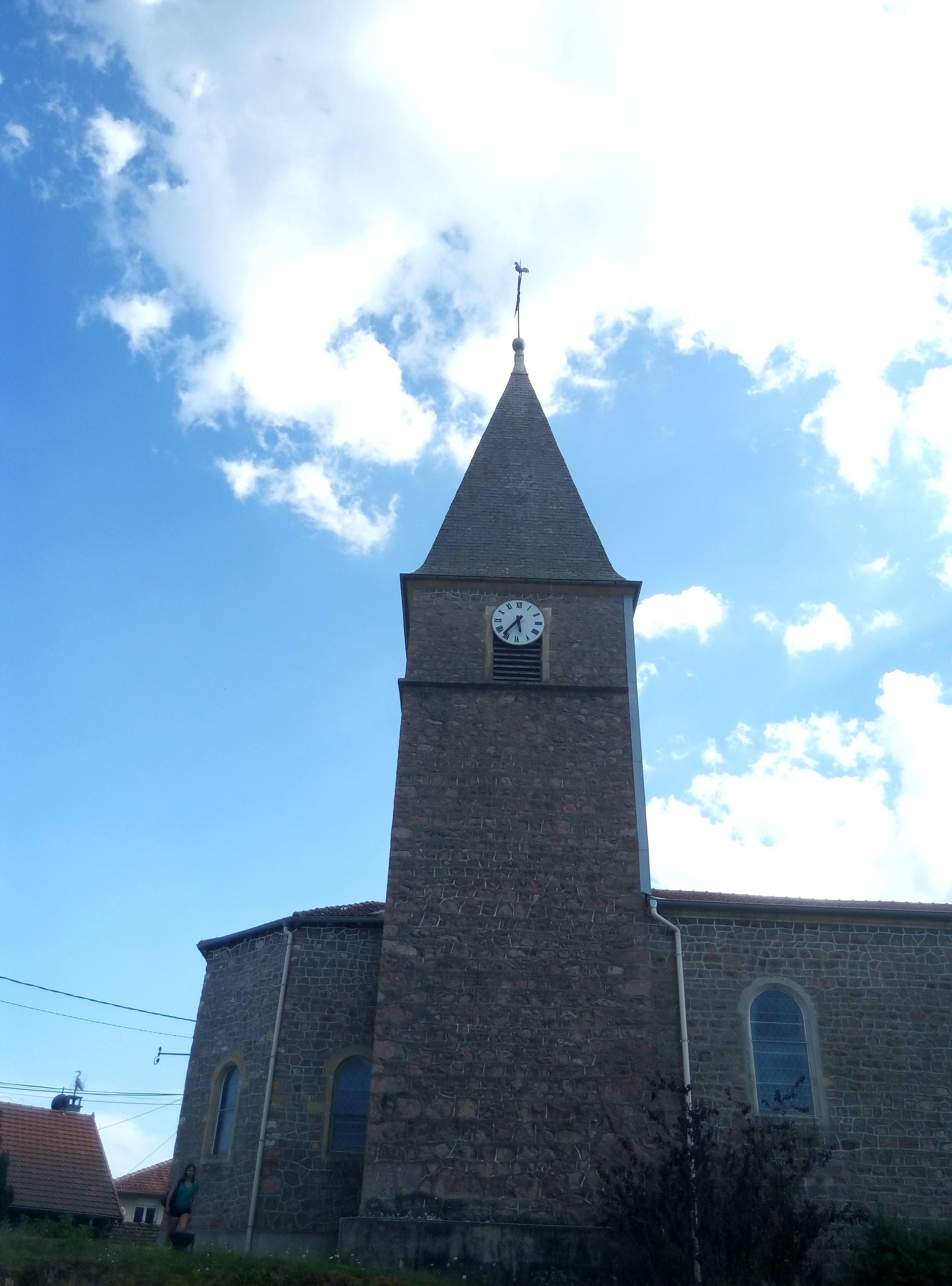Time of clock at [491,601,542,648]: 5:36
